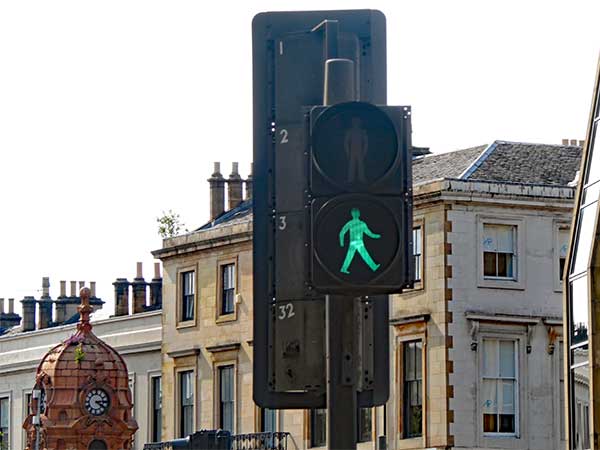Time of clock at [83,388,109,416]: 4:14
